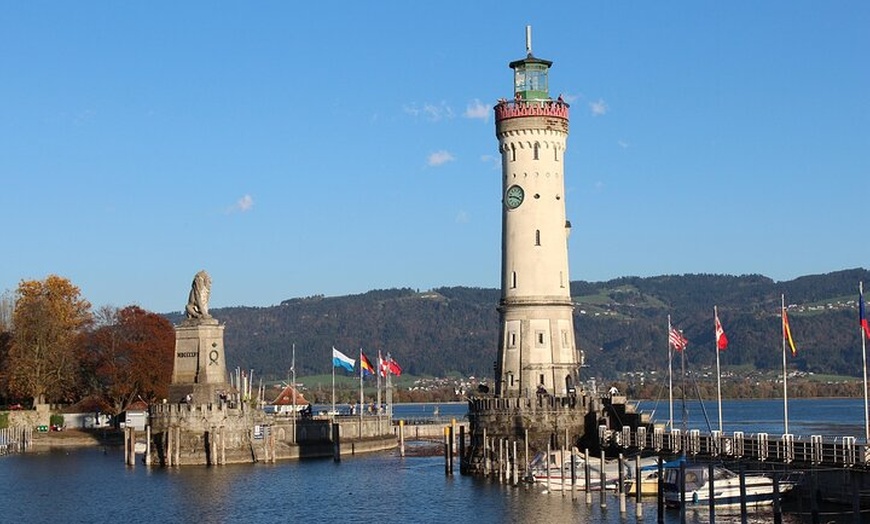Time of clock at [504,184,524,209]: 3:46
